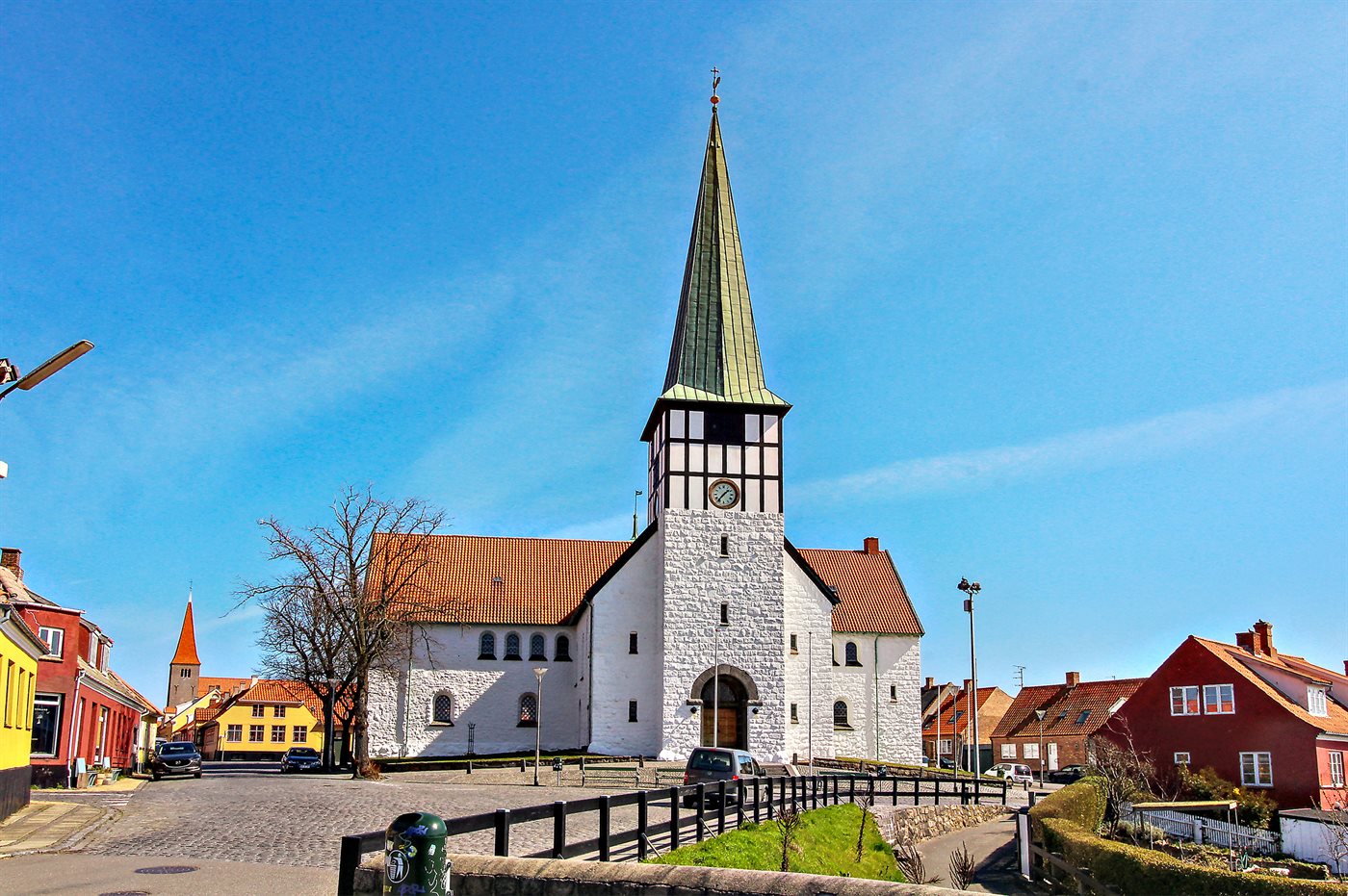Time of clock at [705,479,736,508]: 1:36
